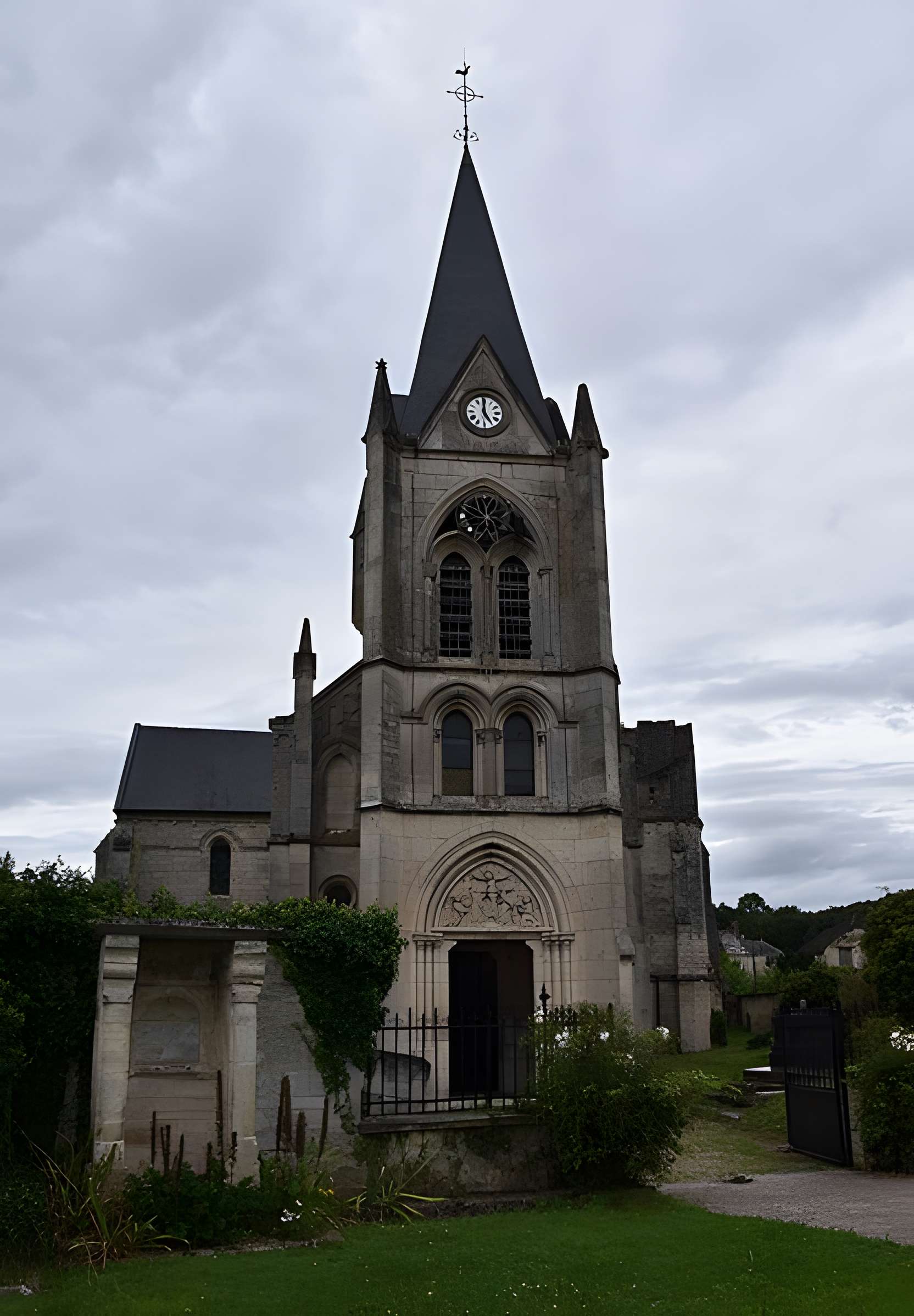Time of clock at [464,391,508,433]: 4:59
